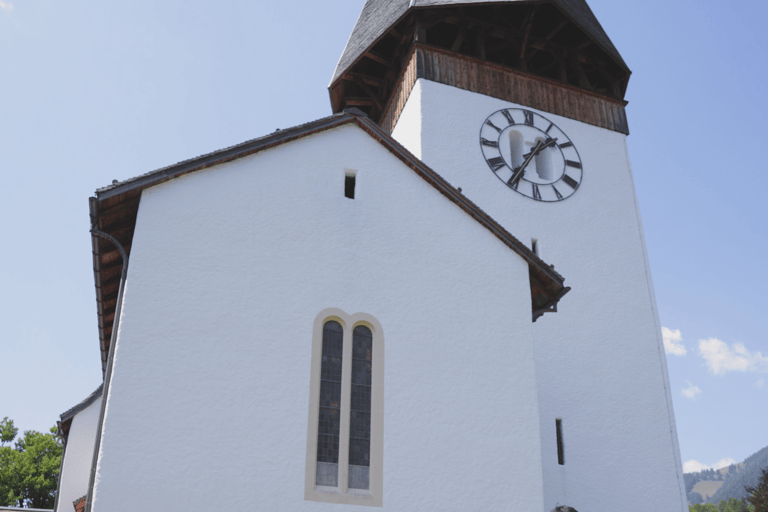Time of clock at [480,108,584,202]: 1:35
